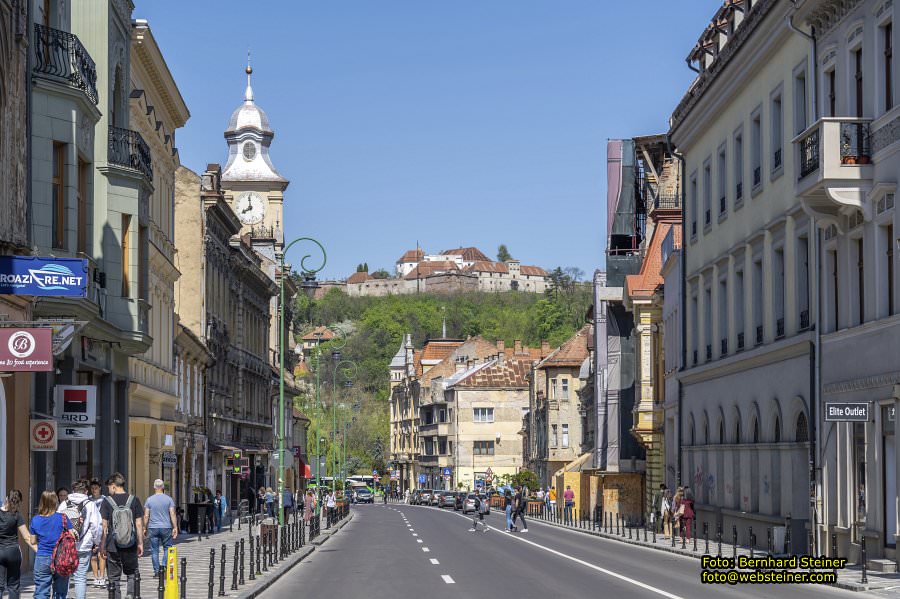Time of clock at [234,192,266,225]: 7:59
